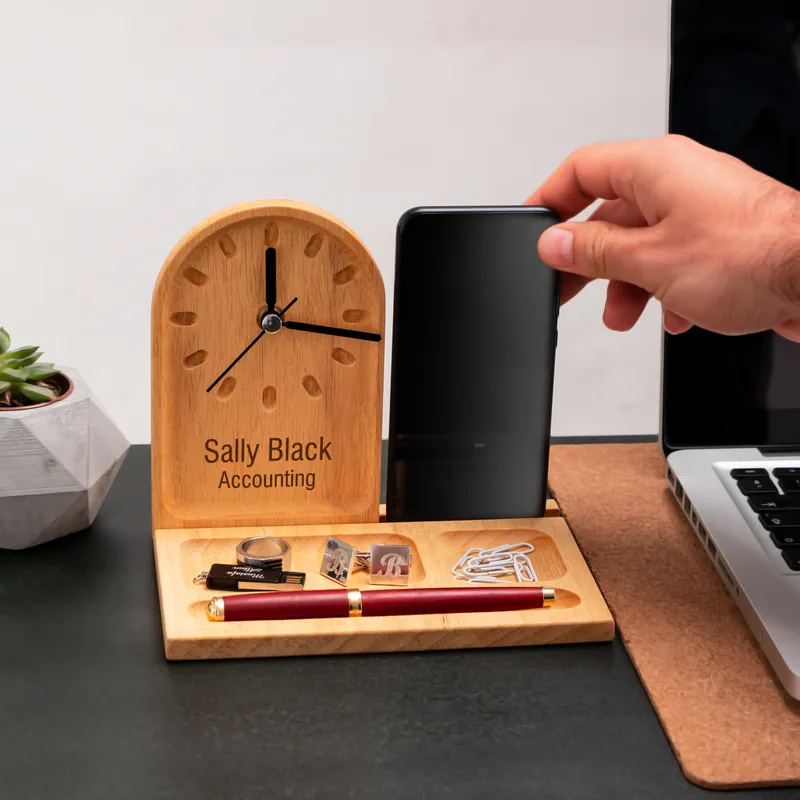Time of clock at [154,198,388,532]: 12:16
